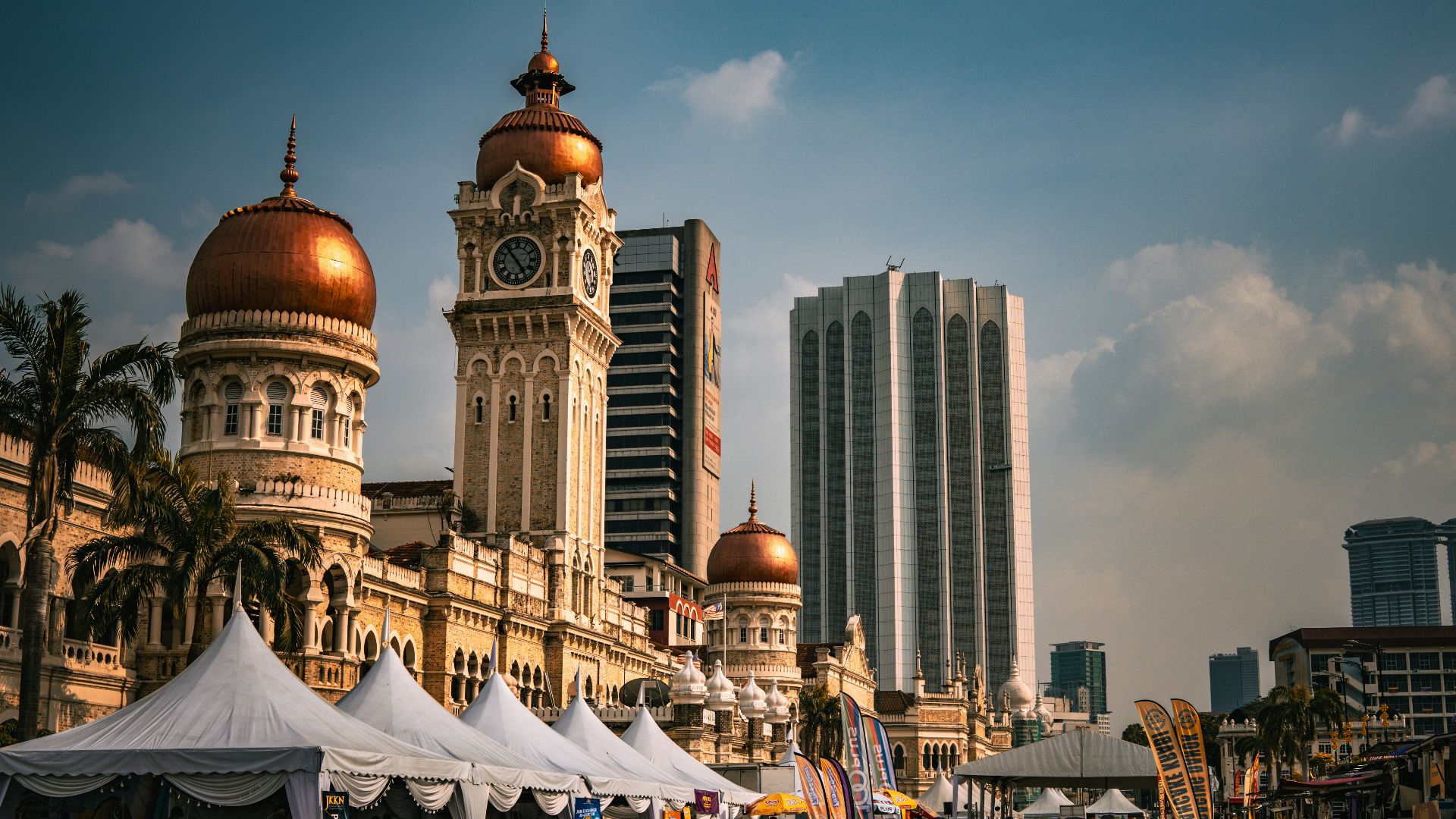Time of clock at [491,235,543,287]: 4:53
